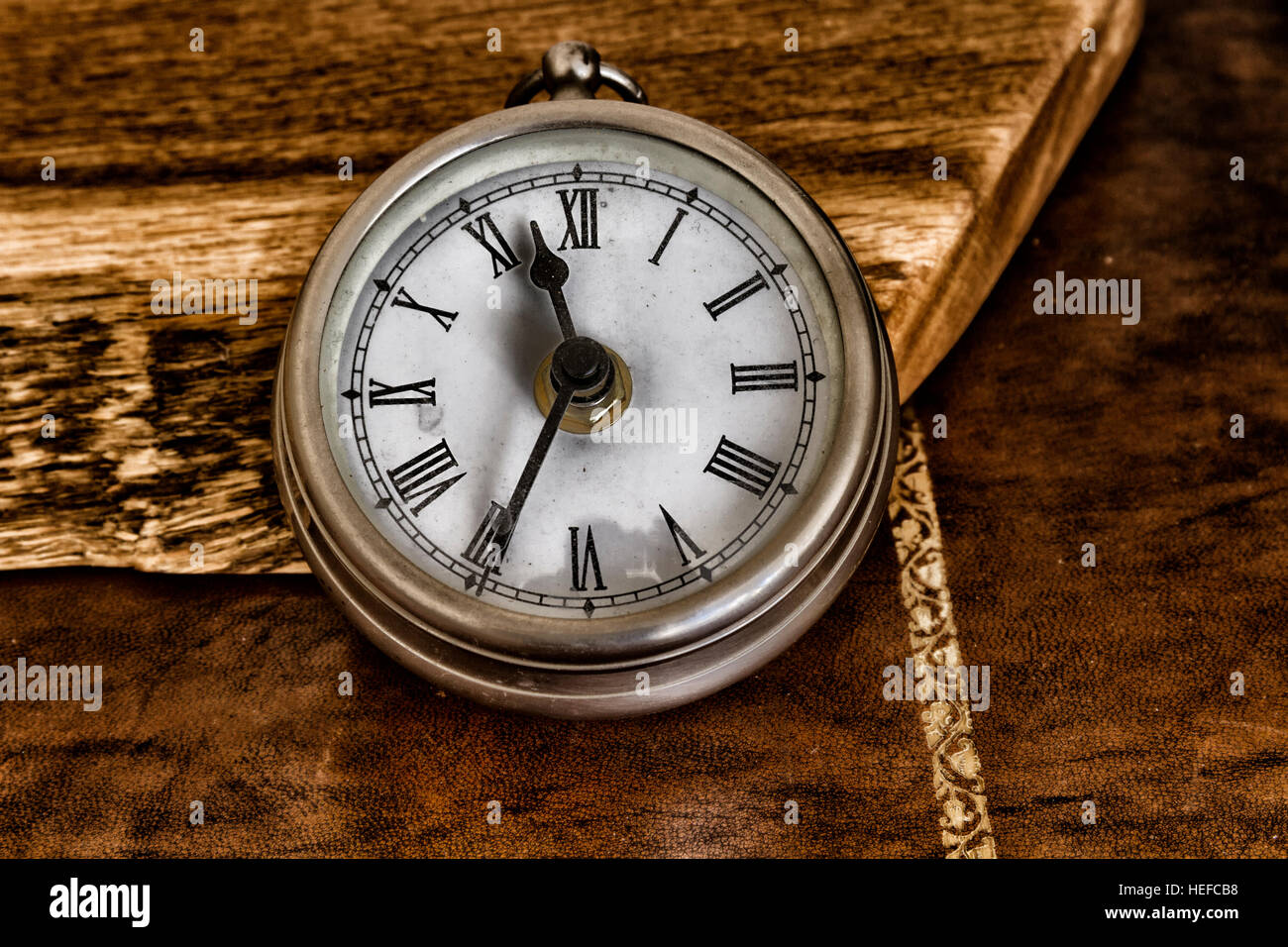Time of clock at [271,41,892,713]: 11:34
